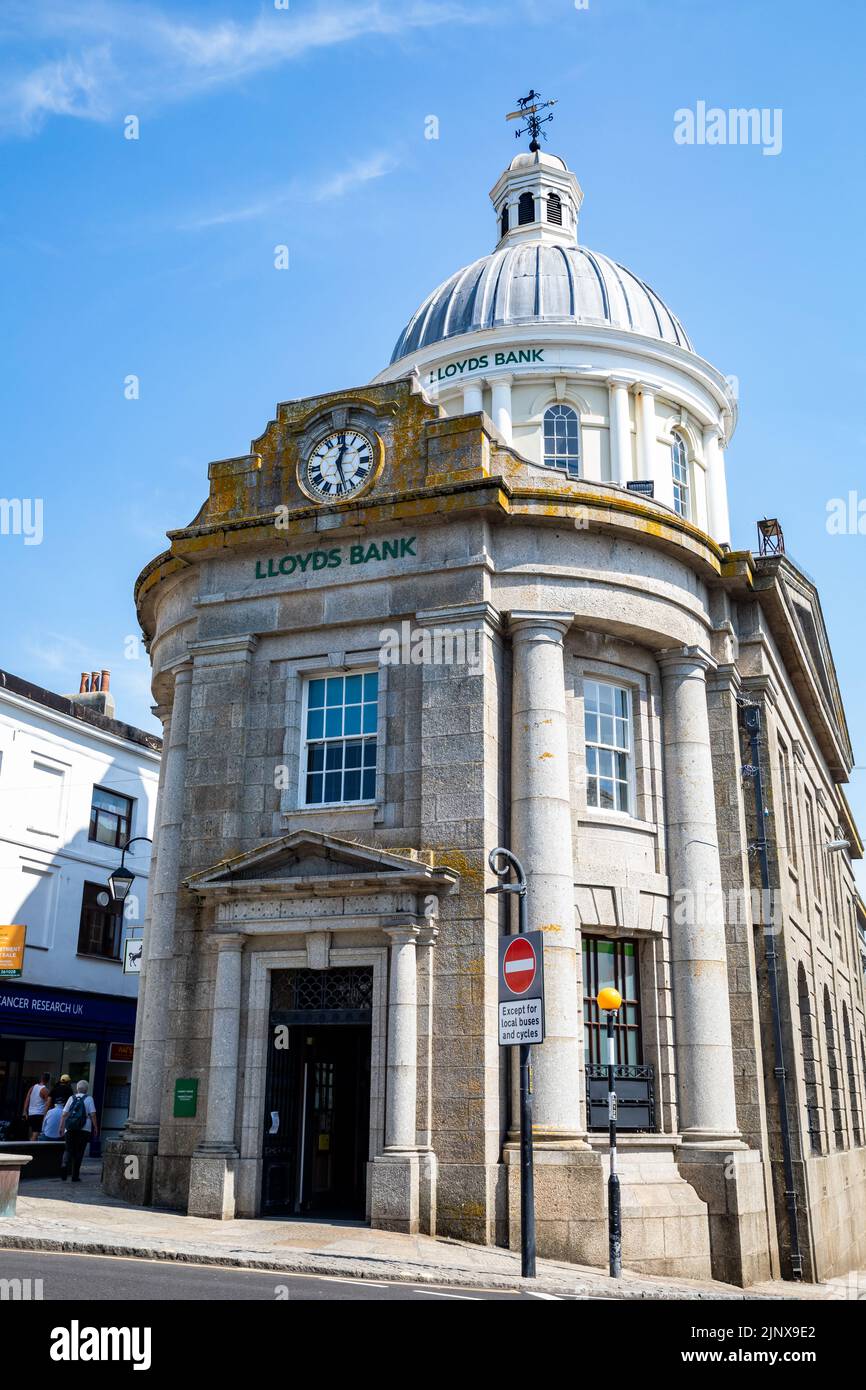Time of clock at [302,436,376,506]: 12:27
